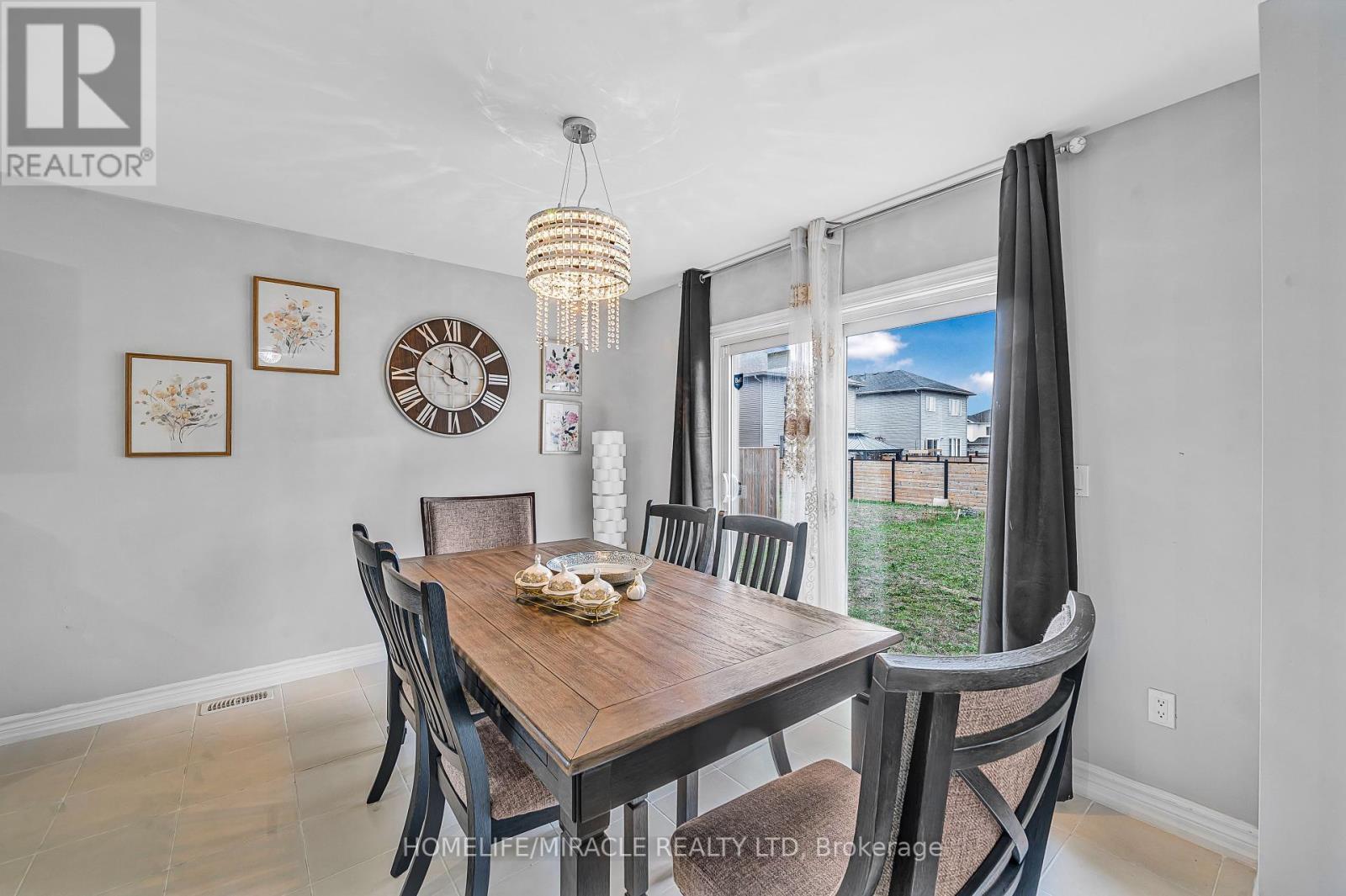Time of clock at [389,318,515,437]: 11:49
